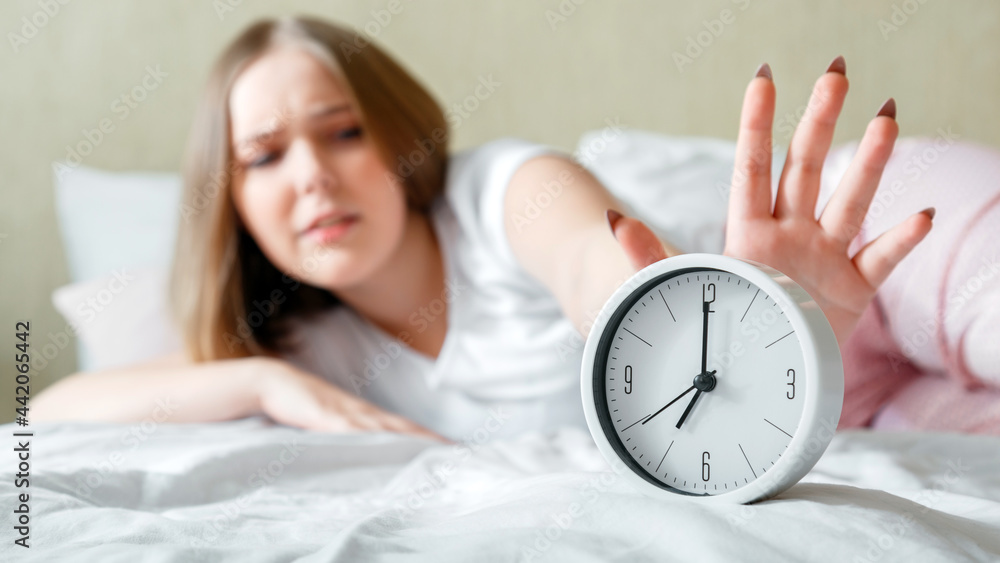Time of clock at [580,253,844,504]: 6:59
